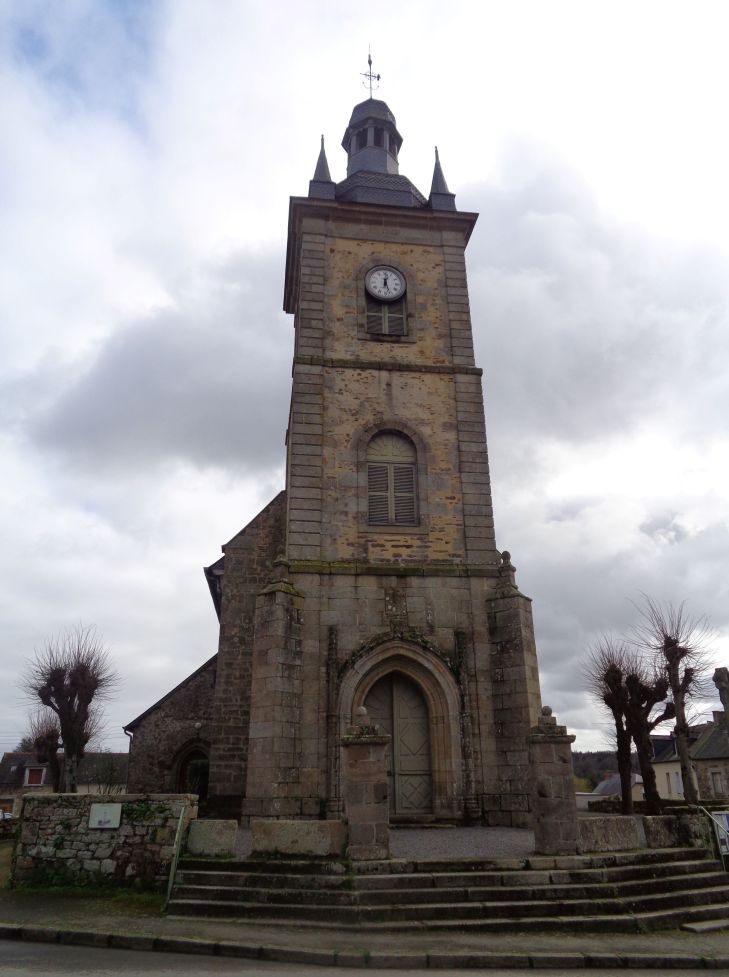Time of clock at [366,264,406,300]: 12:26
